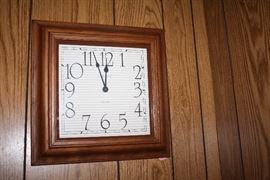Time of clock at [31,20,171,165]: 11:56
